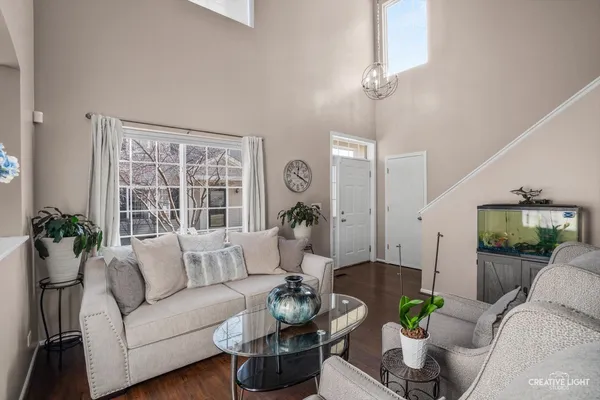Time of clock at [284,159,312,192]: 12:19
